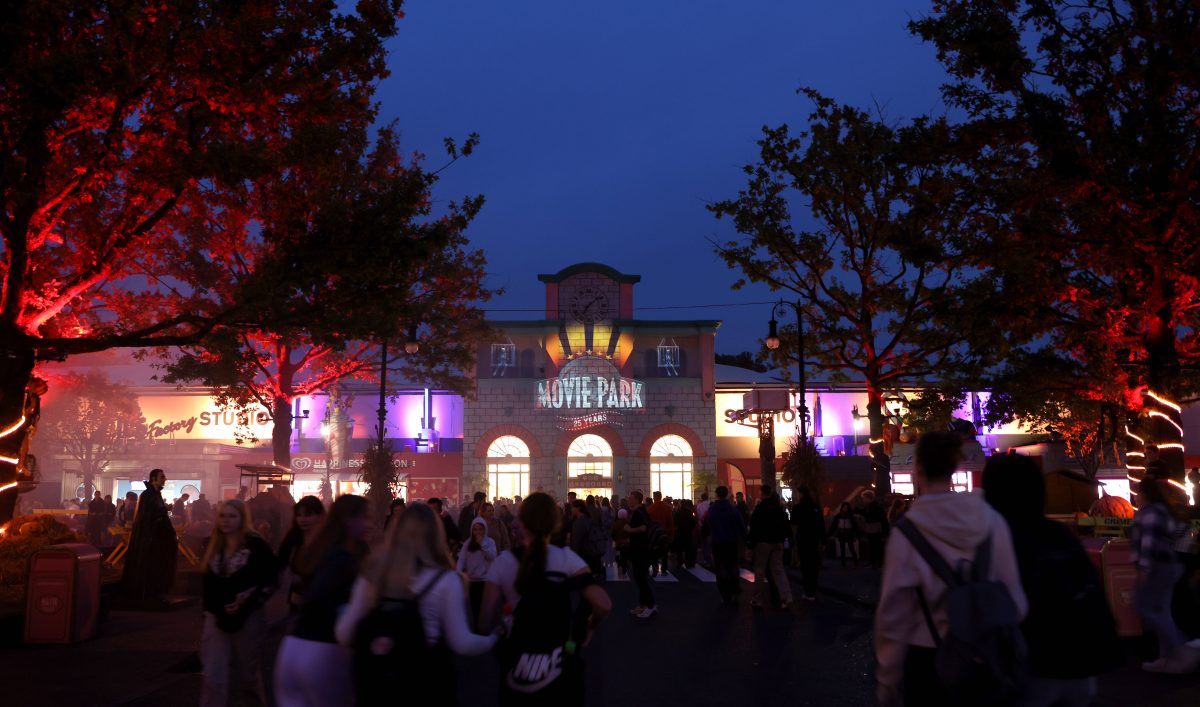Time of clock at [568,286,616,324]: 7:08
